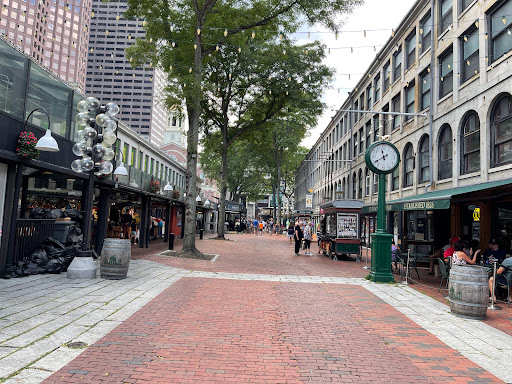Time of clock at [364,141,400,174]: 11:39
